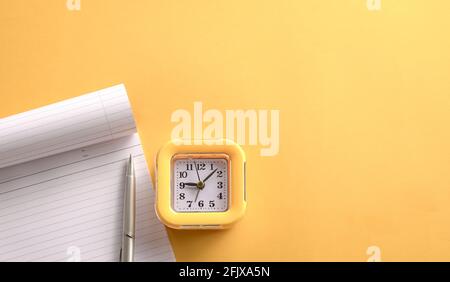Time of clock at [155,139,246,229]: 9:07
